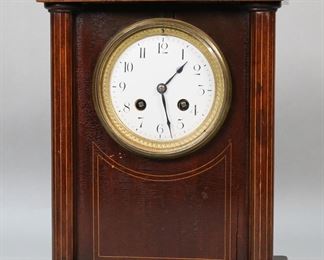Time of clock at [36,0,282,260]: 1:26
